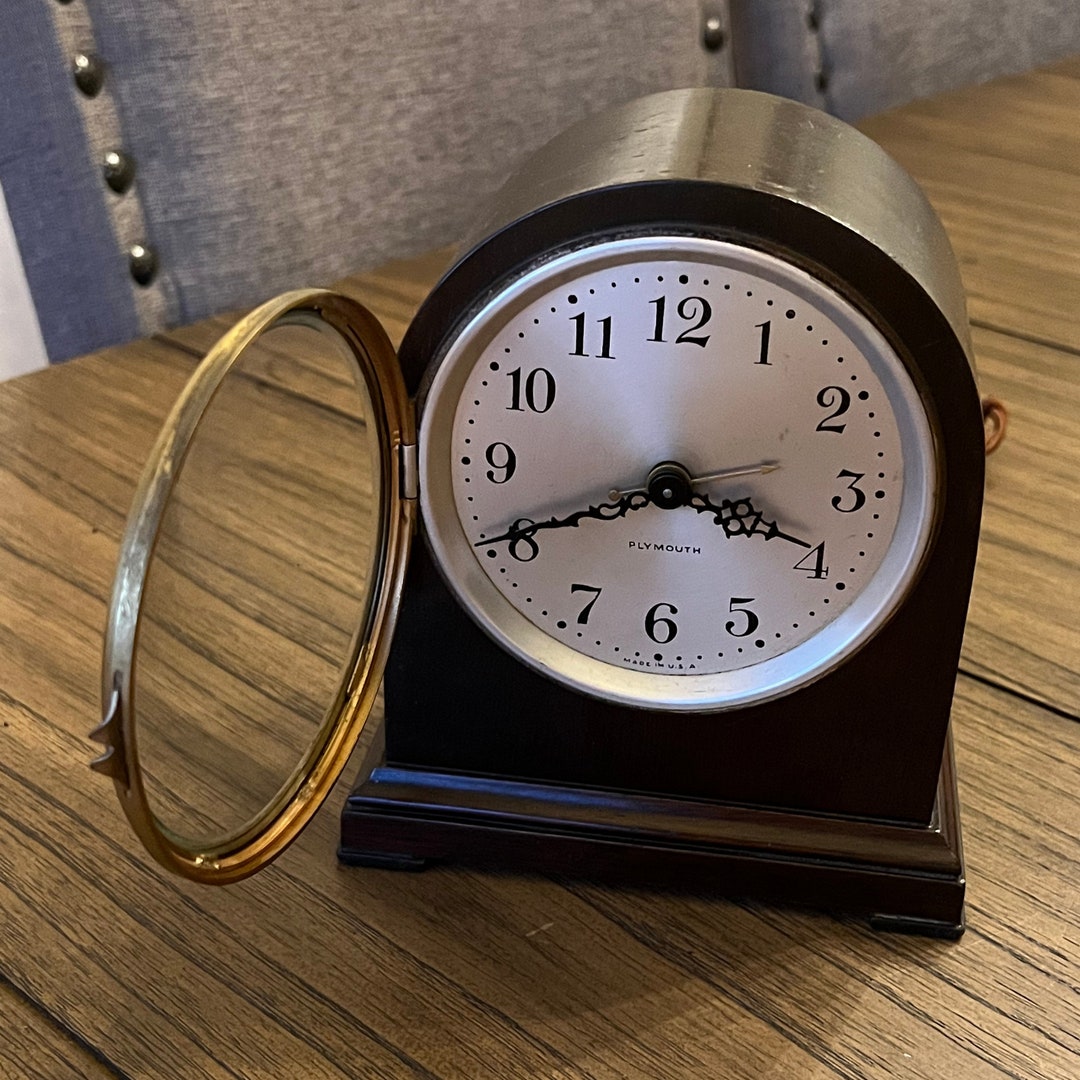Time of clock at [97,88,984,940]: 3:41
